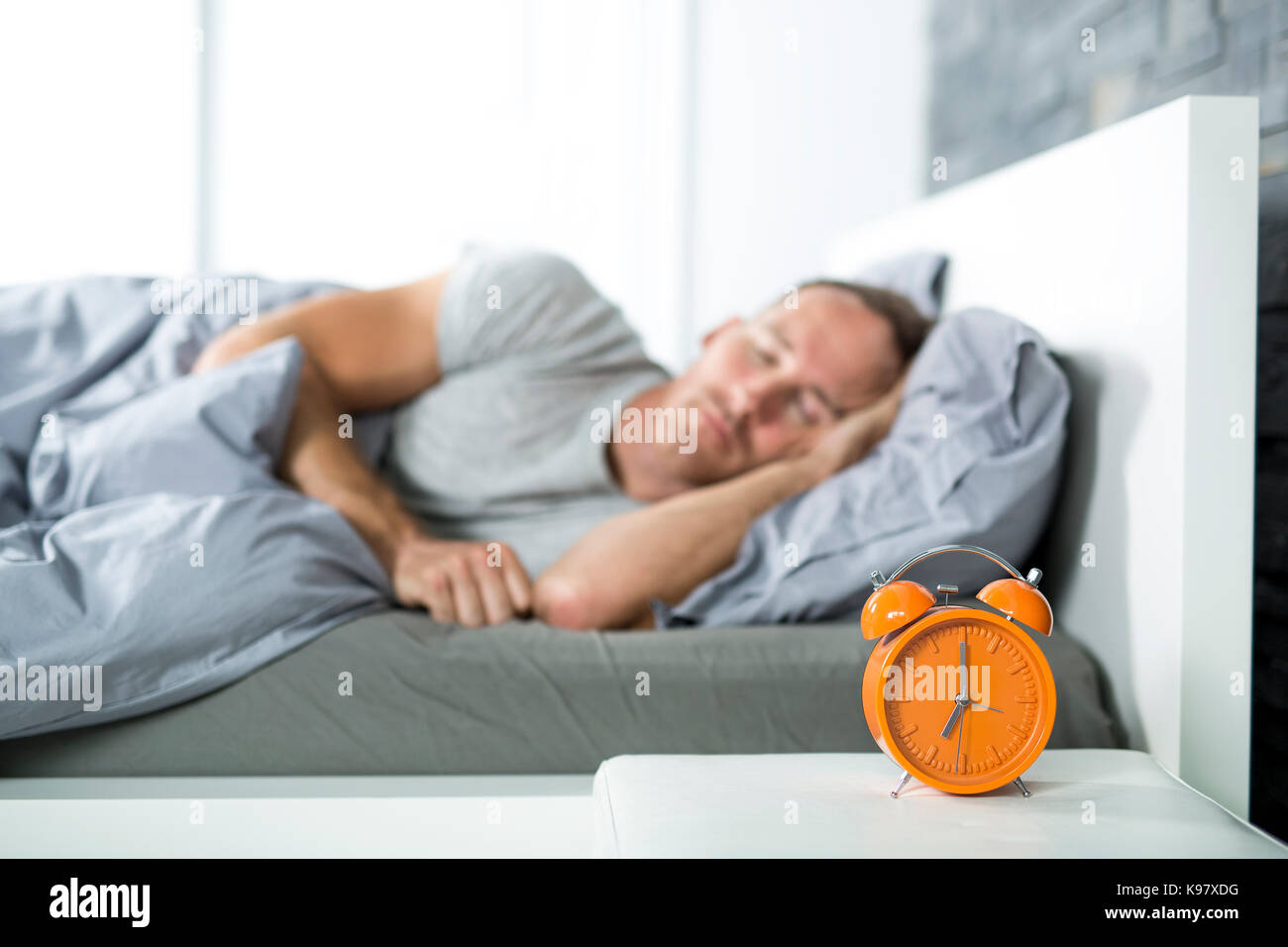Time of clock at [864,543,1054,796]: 6:59
